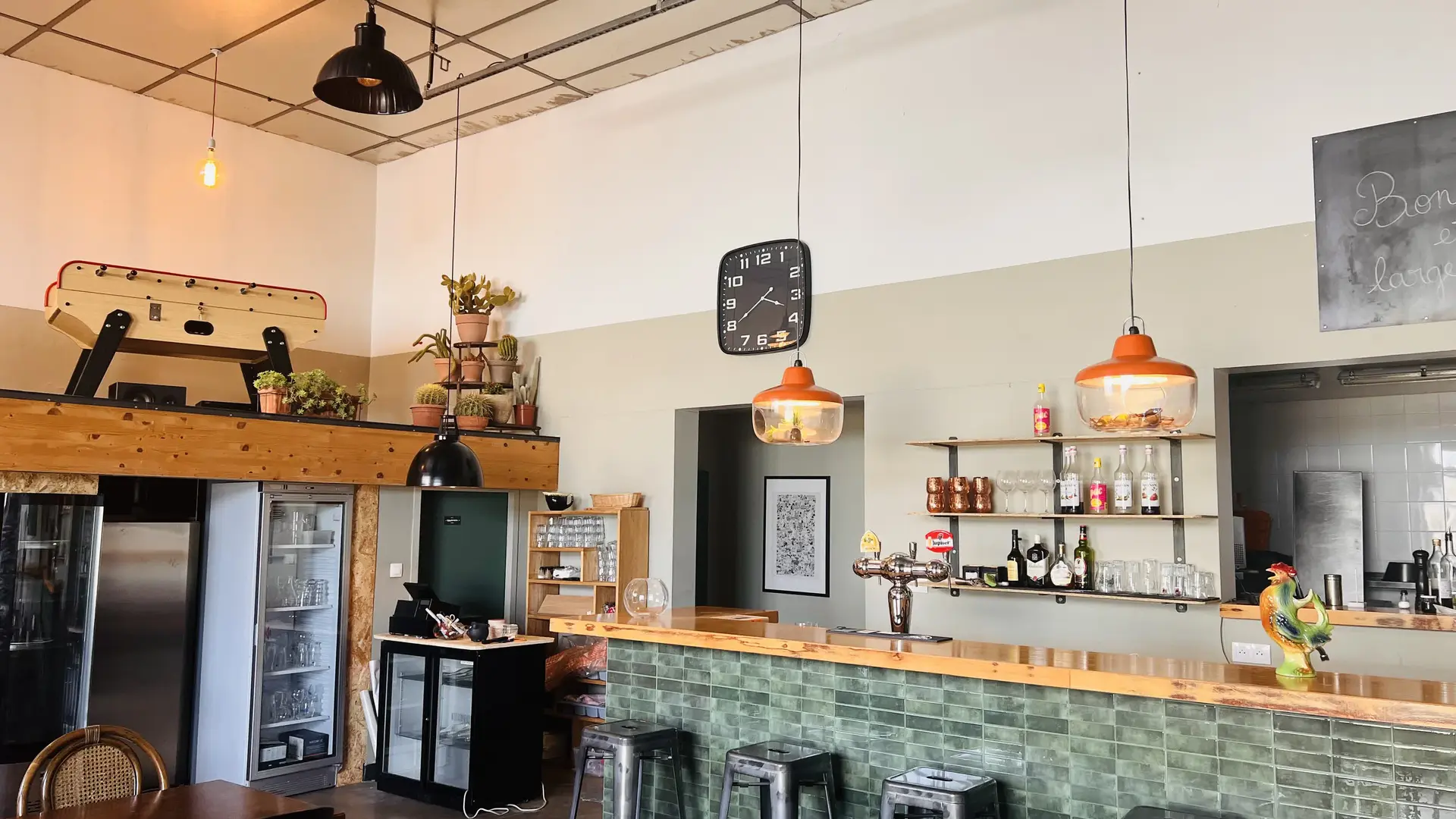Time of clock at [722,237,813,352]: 3:39
